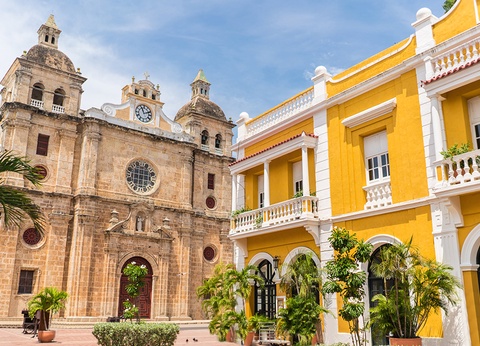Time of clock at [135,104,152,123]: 11:11
